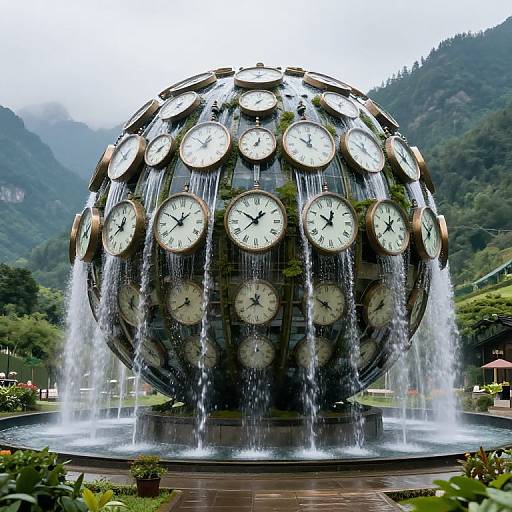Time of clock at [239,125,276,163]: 7:34
